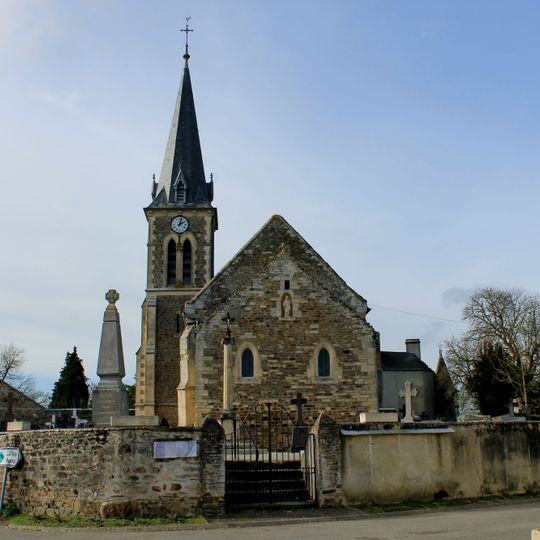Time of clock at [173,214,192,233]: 2:02
